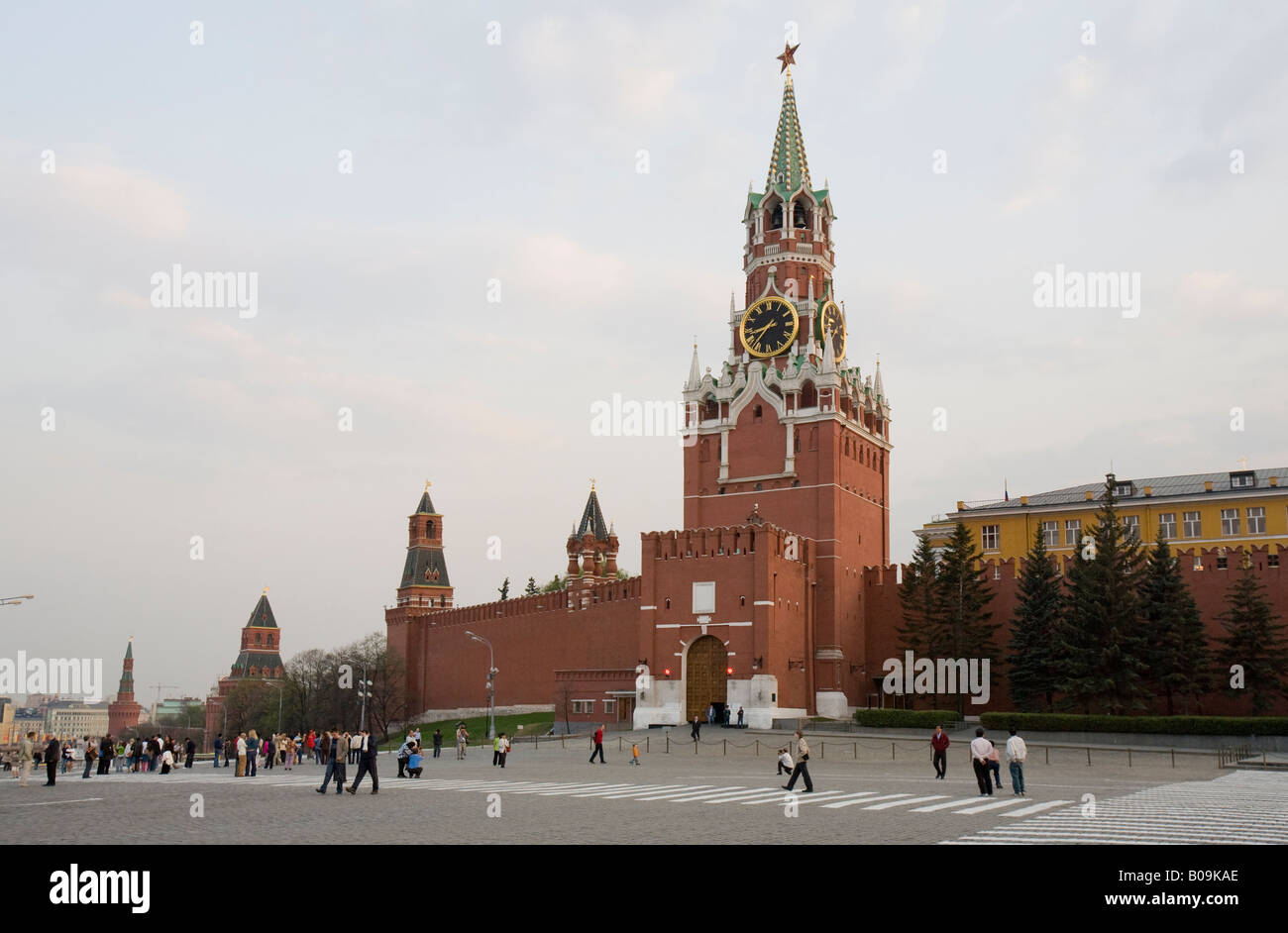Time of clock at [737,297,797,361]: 8:36
